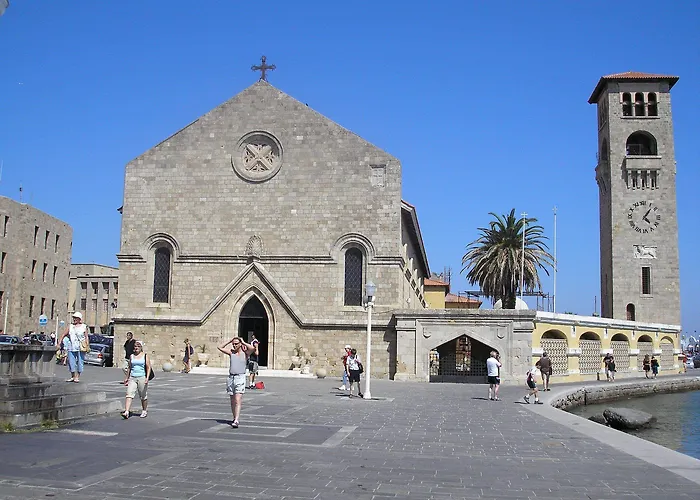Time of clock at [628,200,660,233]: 5:07
